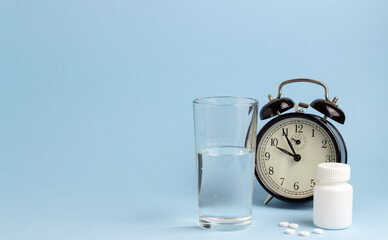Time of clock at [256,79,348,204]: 9:55
